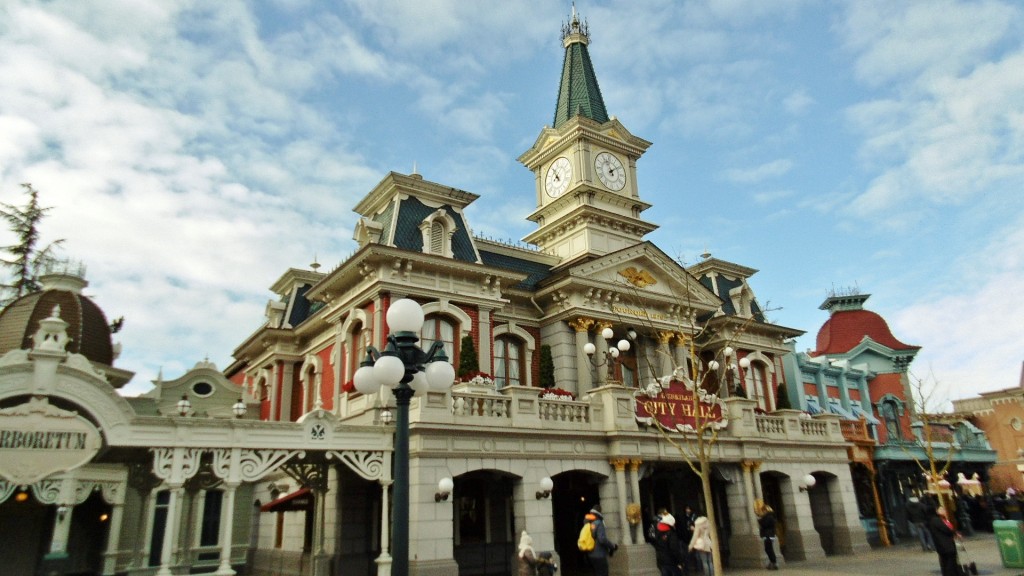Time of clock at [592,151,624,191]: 11:09
